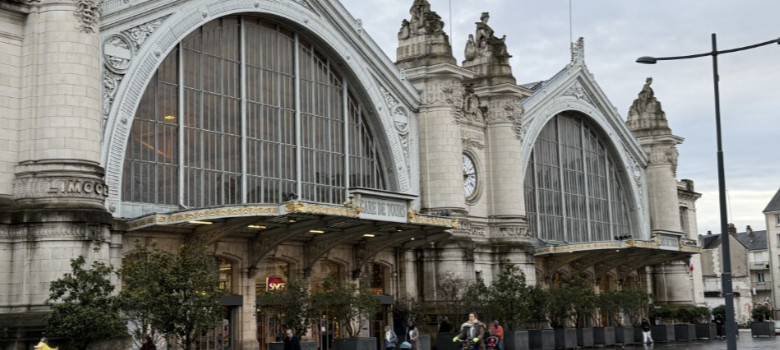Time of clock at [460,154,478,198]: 3:13
